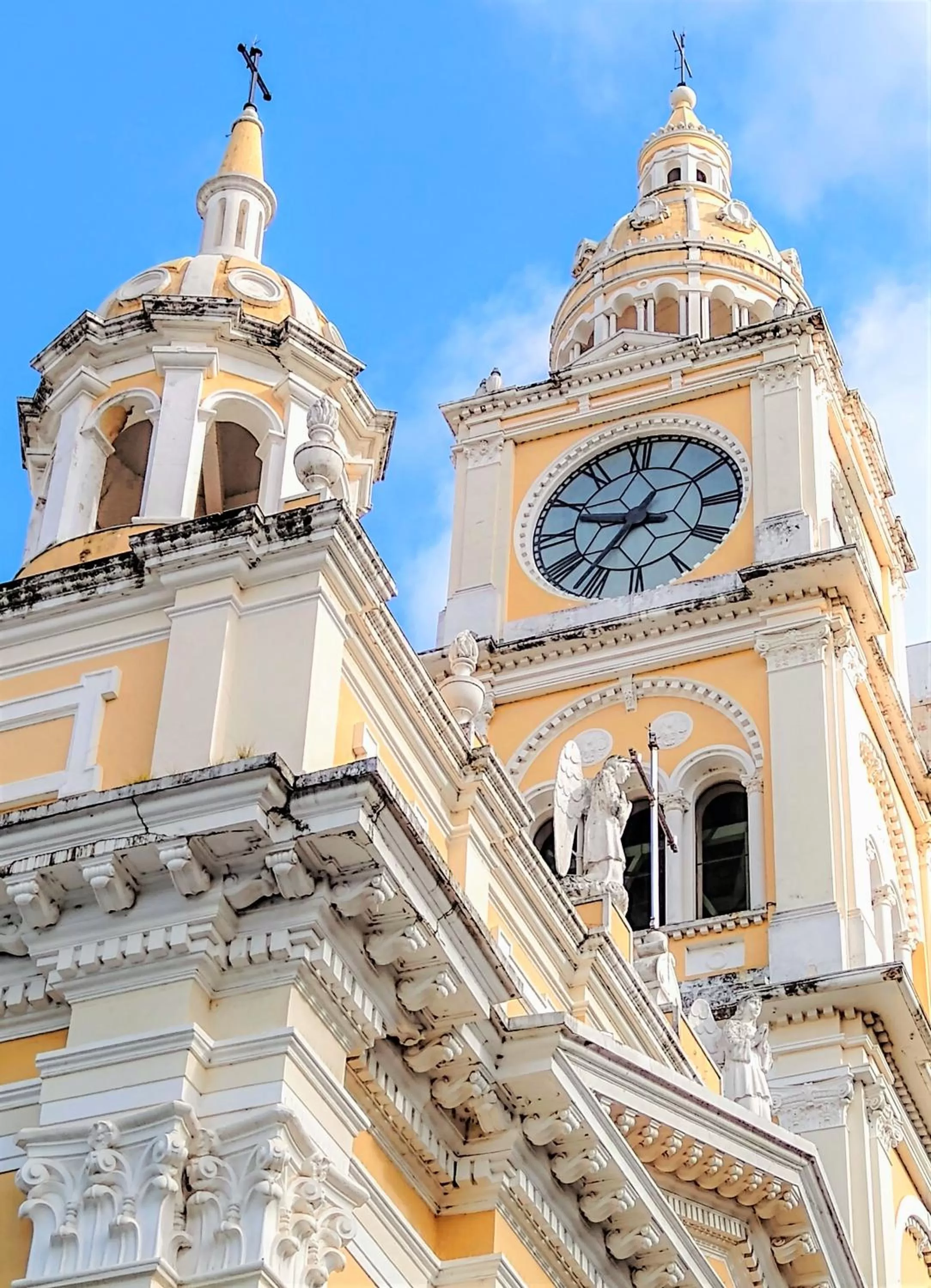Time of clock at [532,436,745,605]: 9:36
